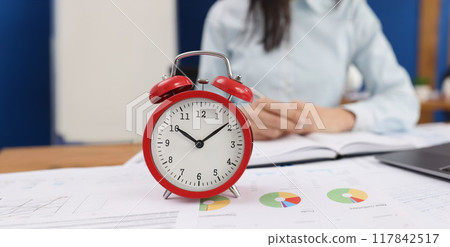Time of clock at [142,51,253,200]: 10:08
